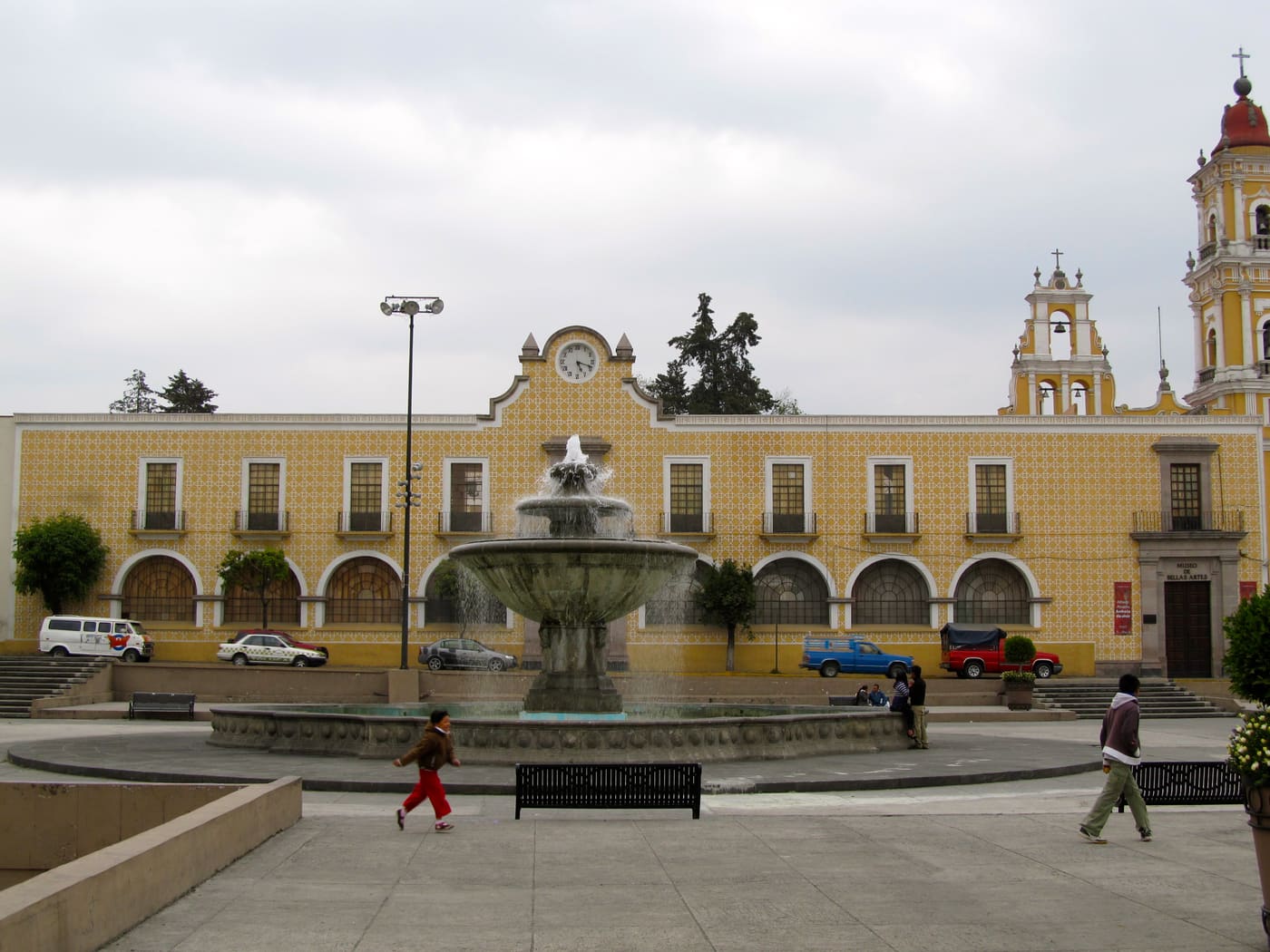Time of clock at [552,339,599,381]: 5:18
